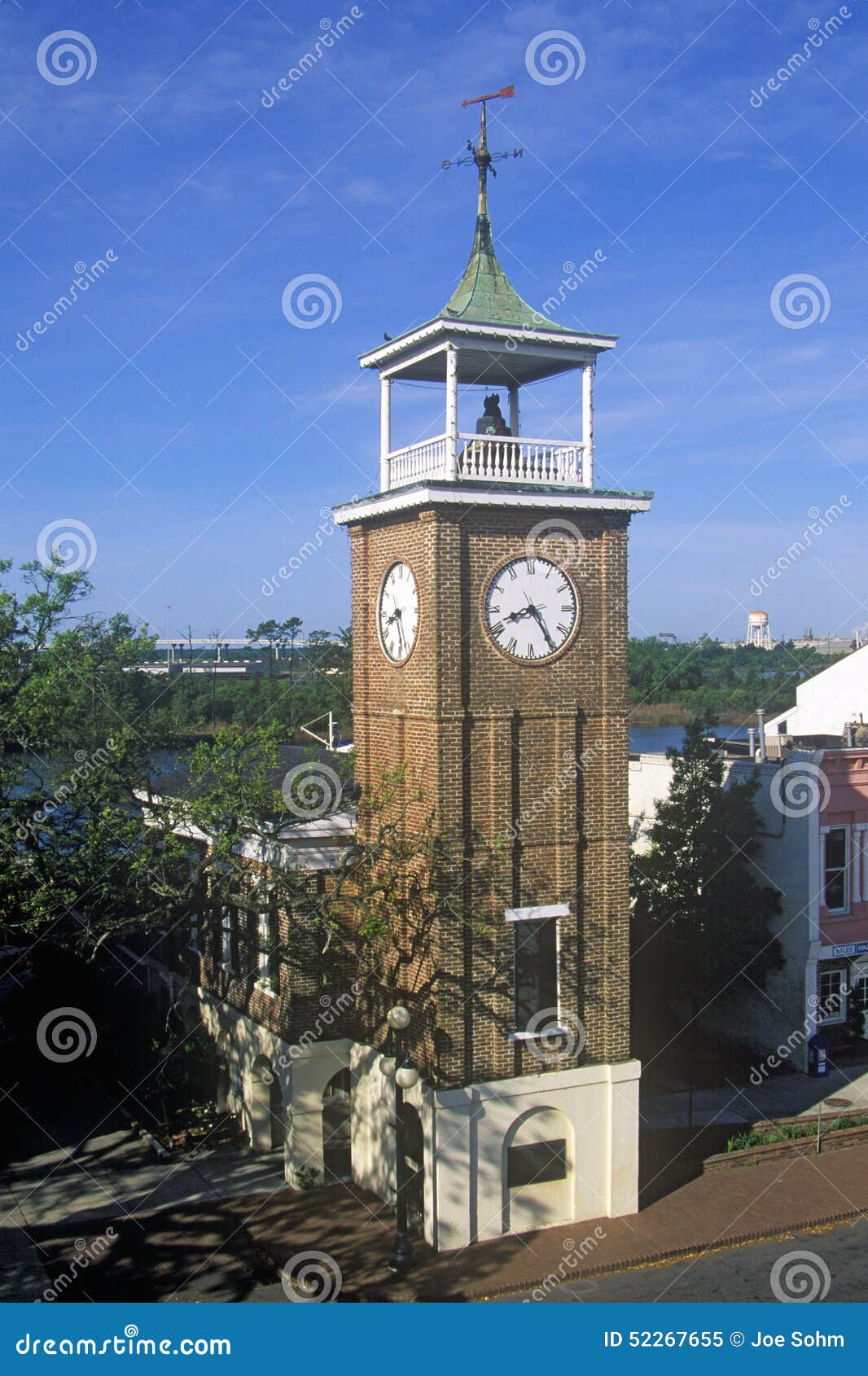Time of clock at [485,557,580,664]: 8:24
